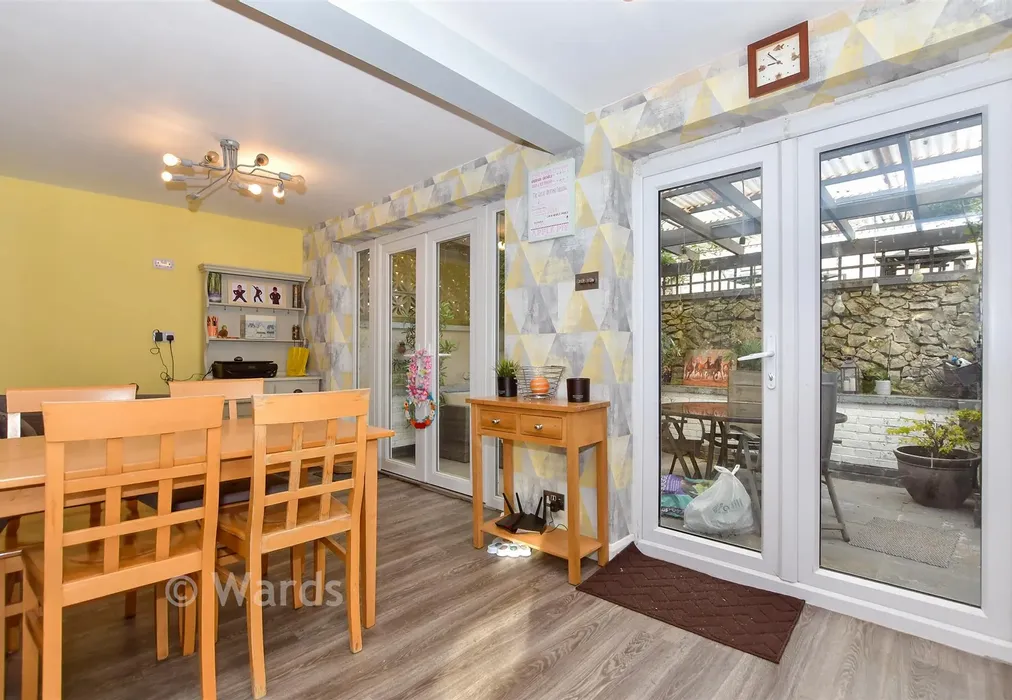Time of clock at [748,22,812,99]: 8:53
